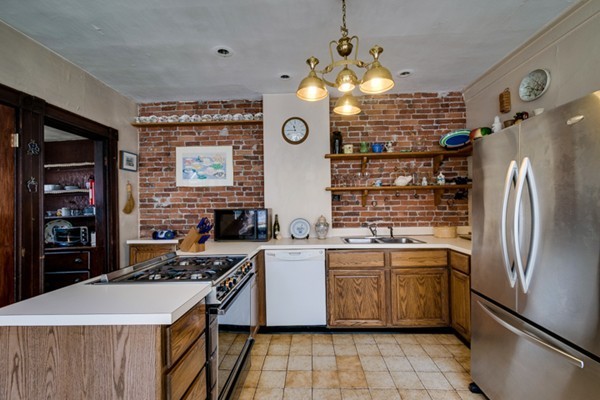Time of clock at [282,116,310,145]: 11:44
